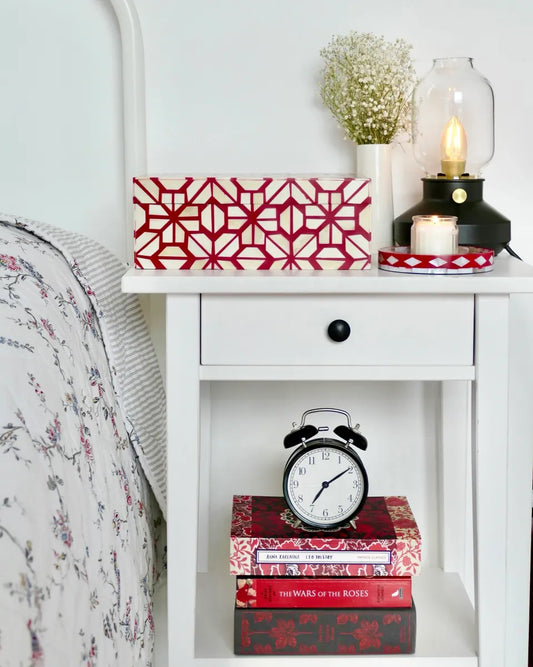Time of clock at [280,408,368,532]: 7:09
